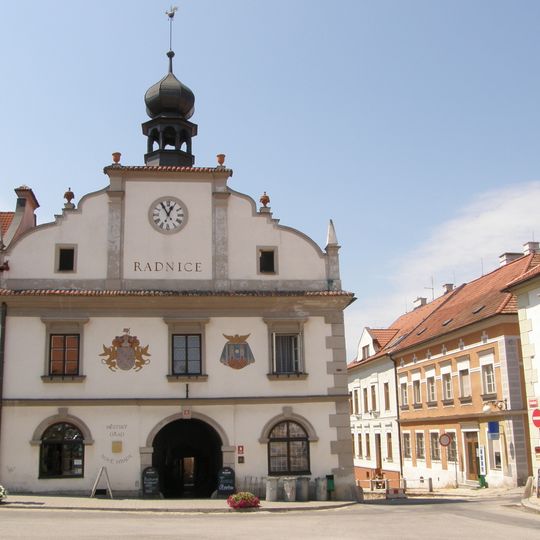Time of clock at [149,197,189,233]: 12:55
